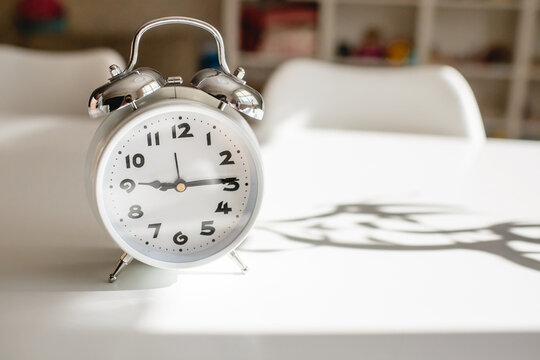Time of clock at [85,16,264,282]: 9:14
